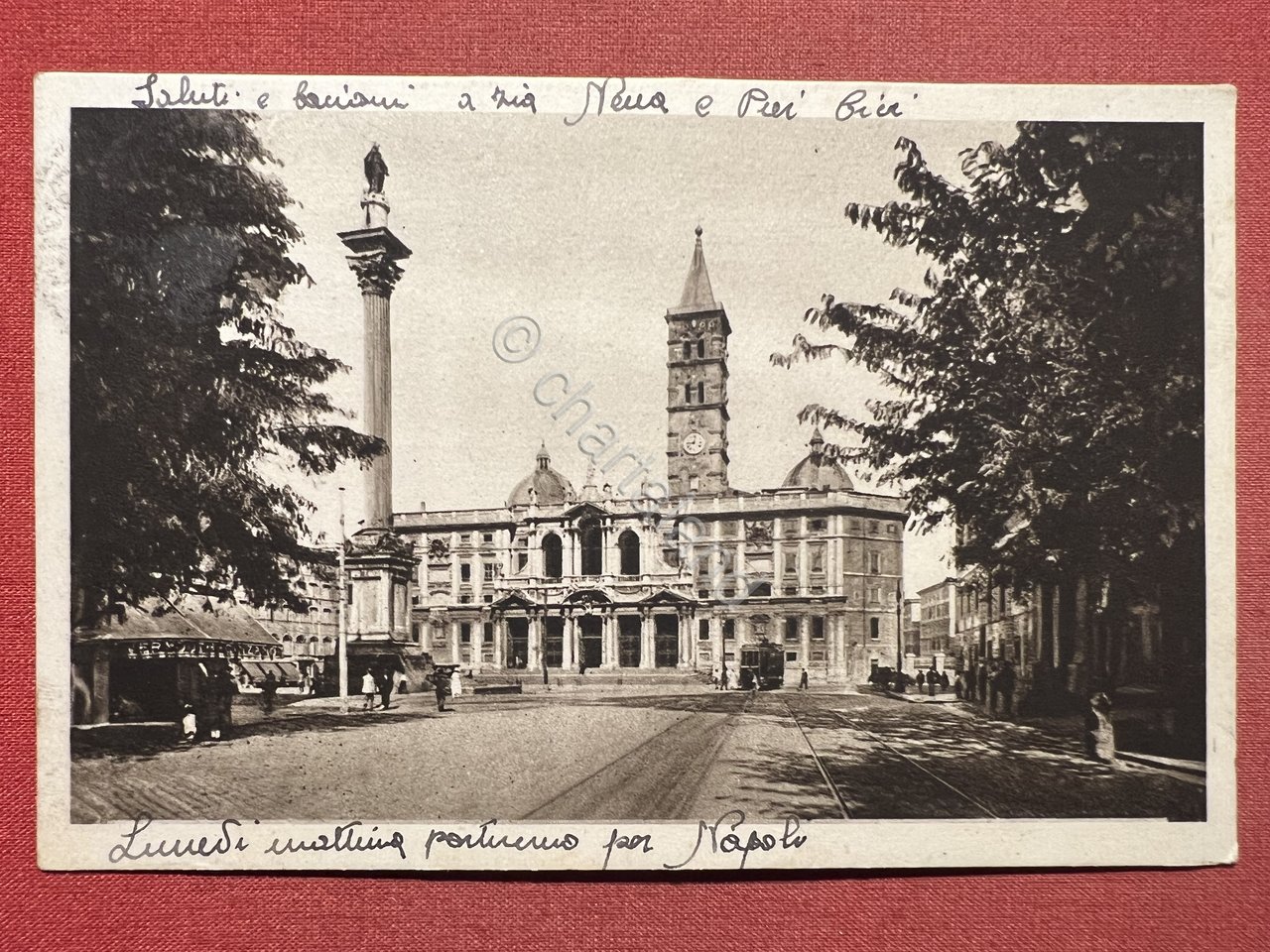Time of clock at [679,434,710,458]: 9:01
